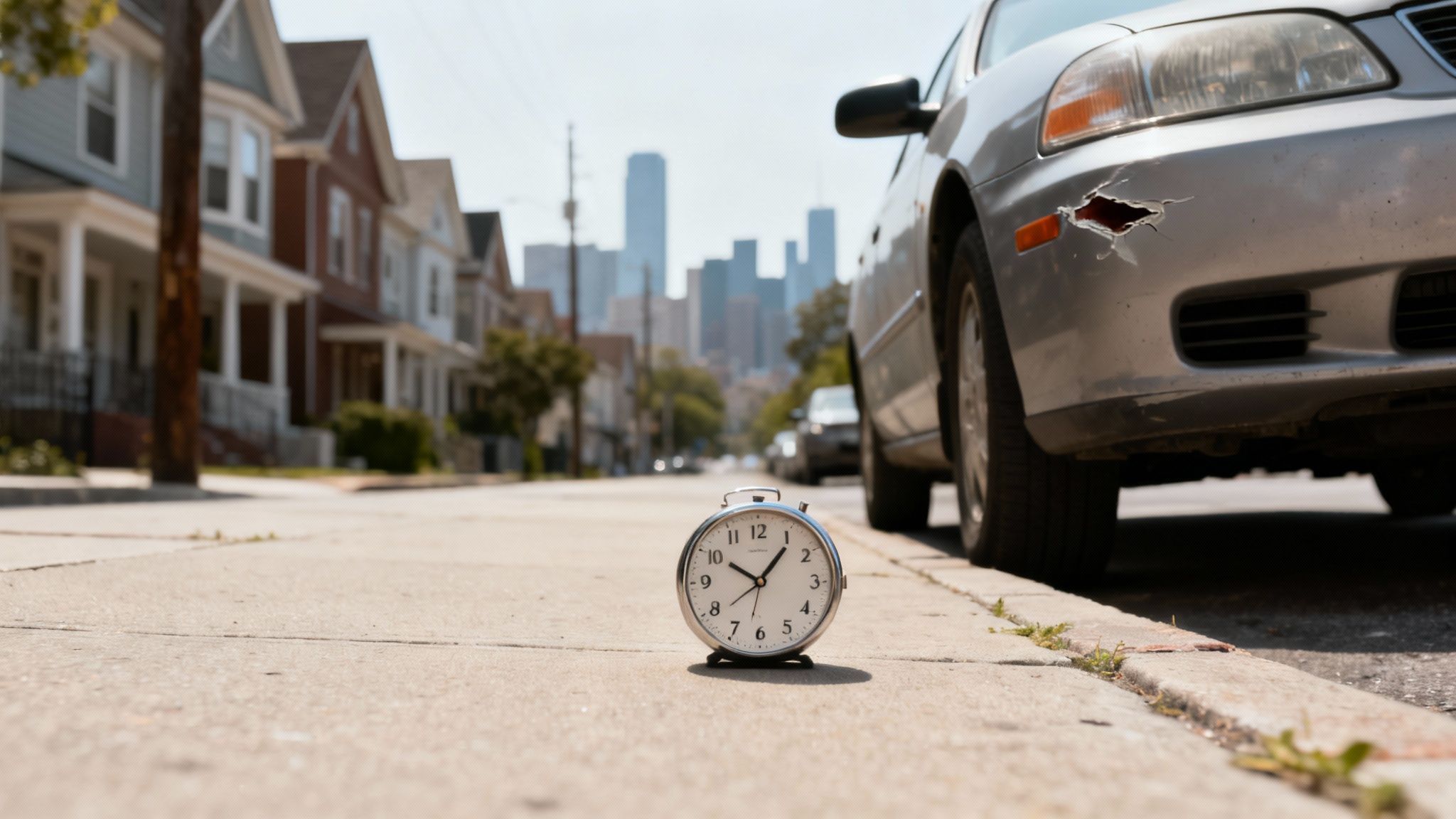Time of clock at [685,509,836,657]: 10:06
